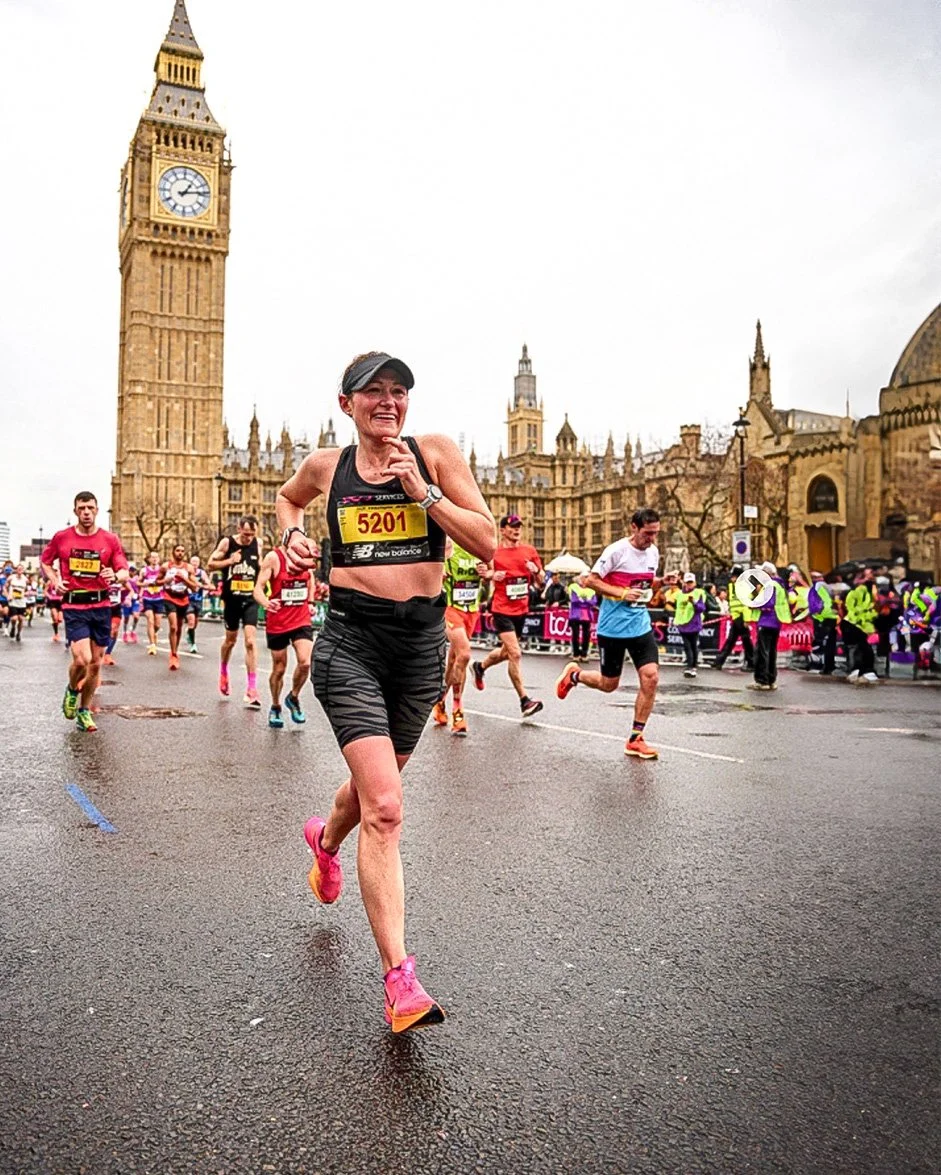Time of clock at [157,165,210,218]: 1:13
